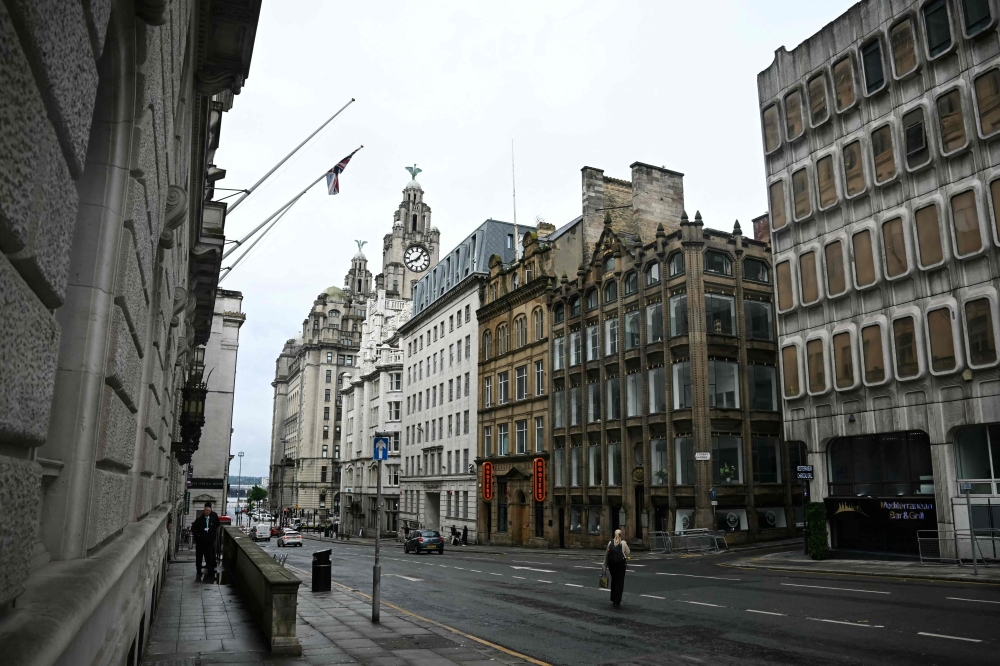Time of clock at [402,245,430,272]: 8:06
